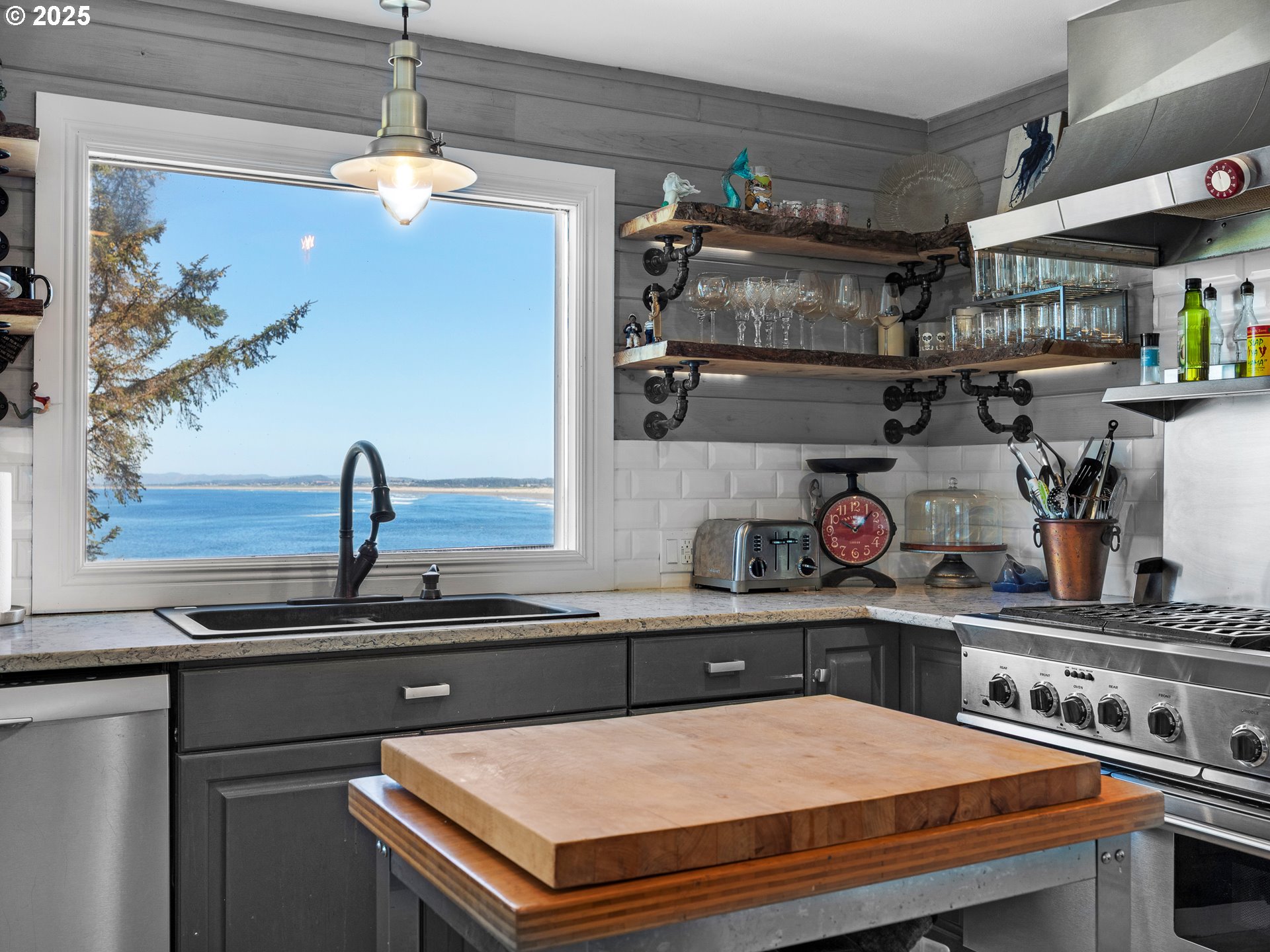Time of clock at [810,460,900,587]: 10:07
